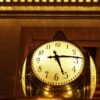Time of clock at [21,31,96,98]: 5:14
